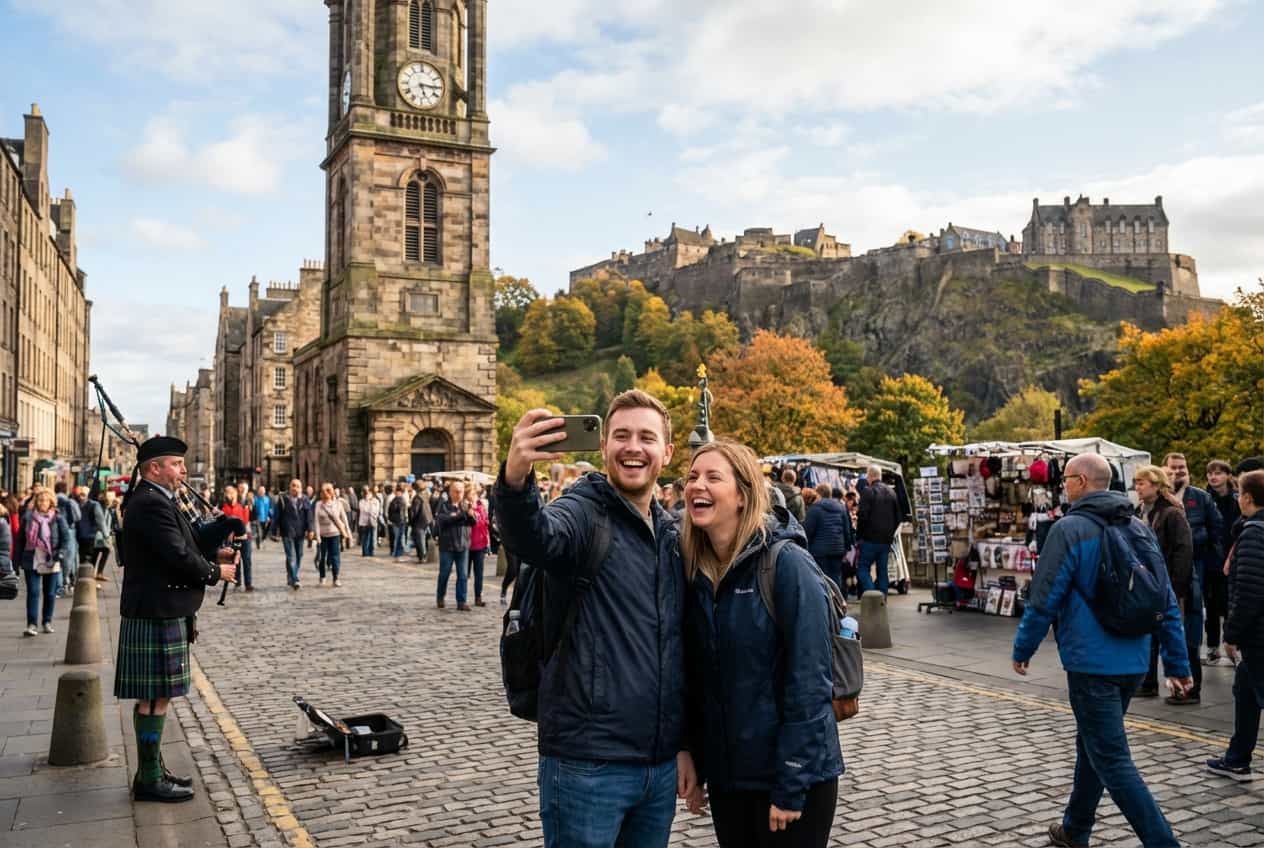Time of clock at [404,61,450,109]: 5:15
